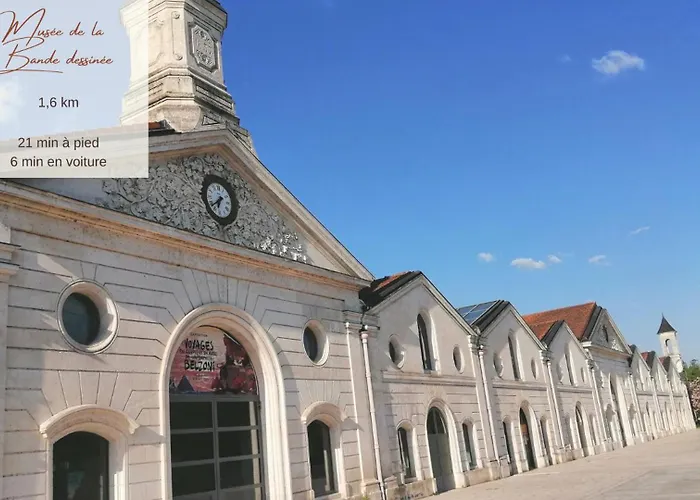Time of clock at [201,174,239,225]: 6:38
